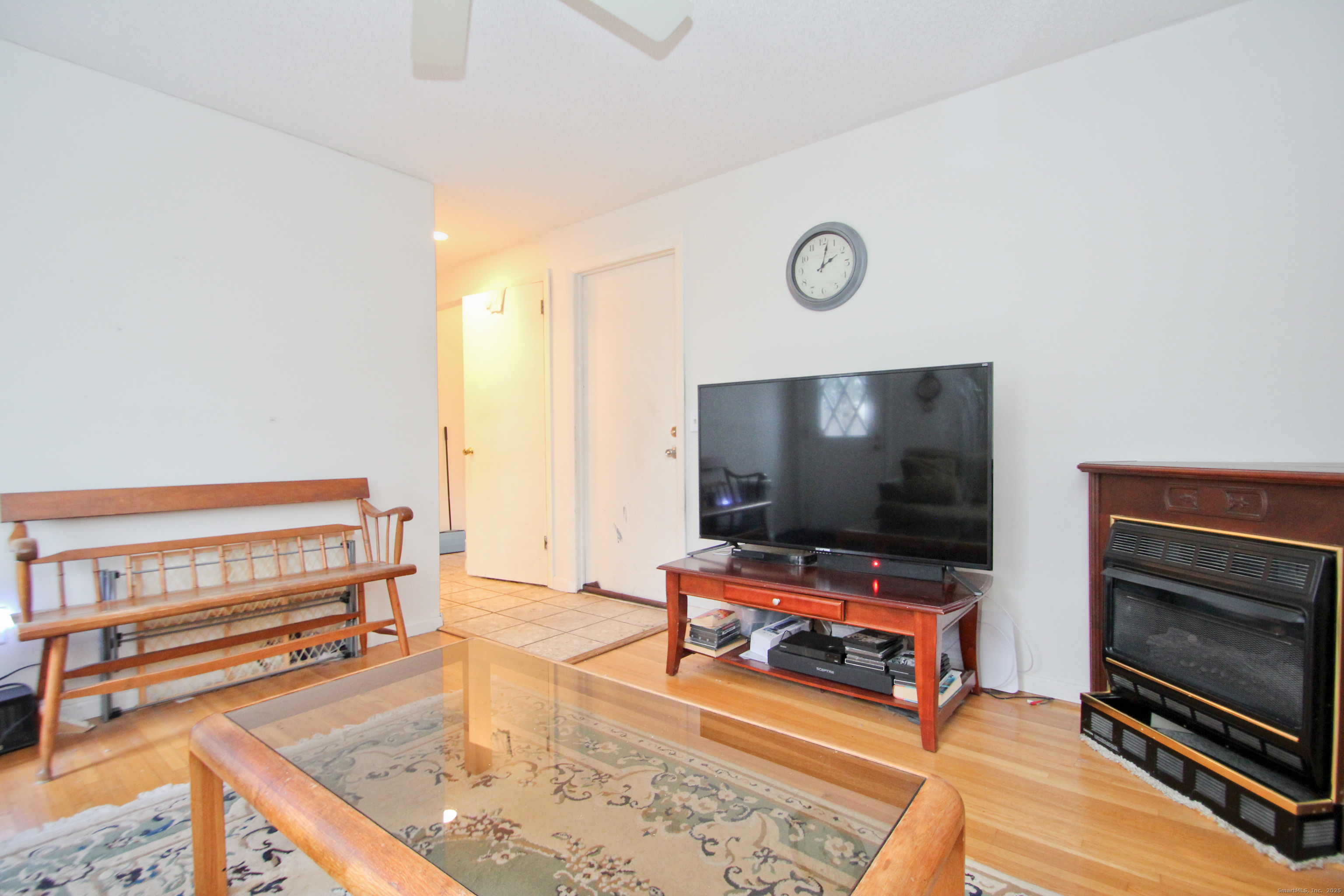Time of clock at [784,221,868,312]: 2:02
